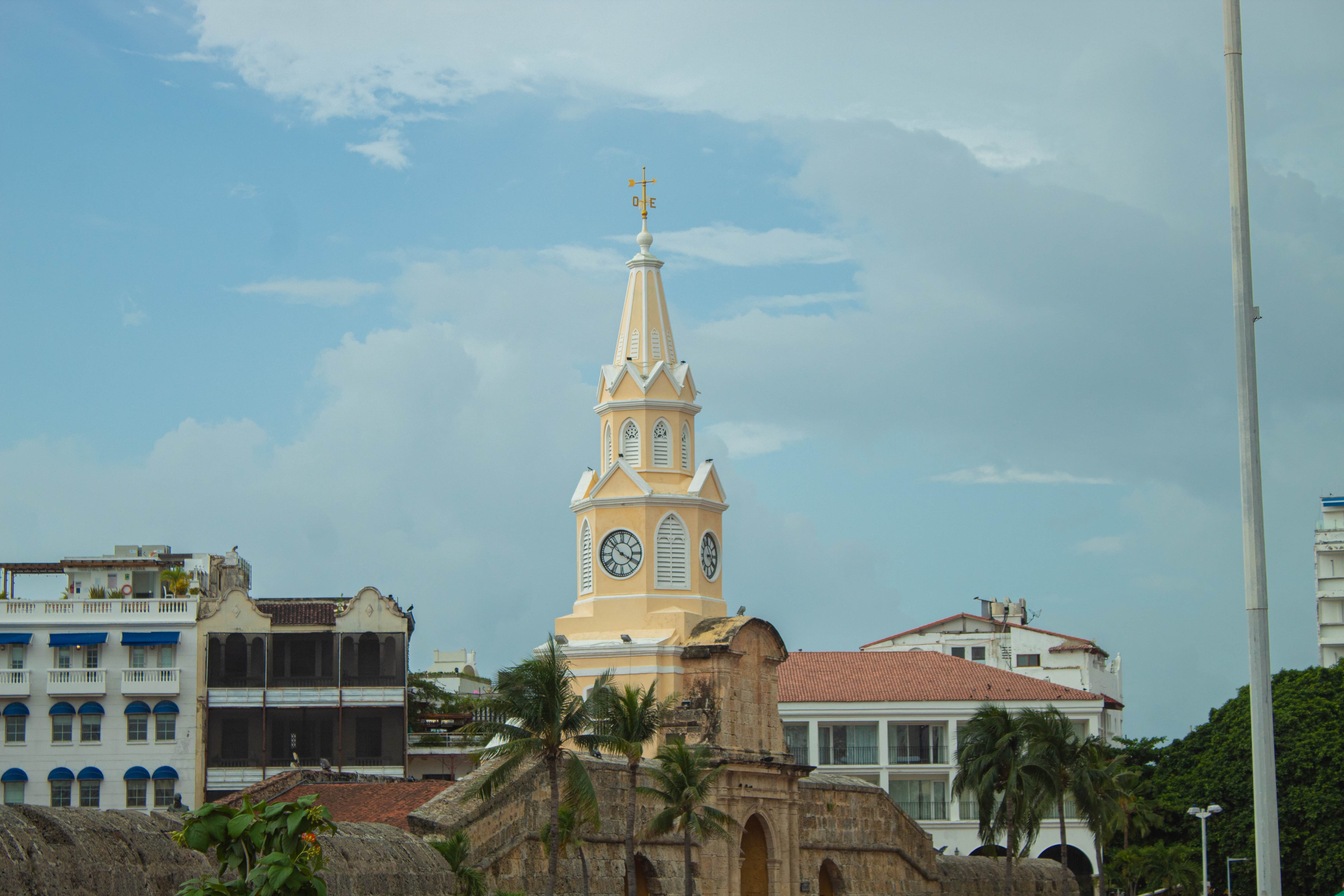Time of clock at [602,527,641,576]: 3:52
